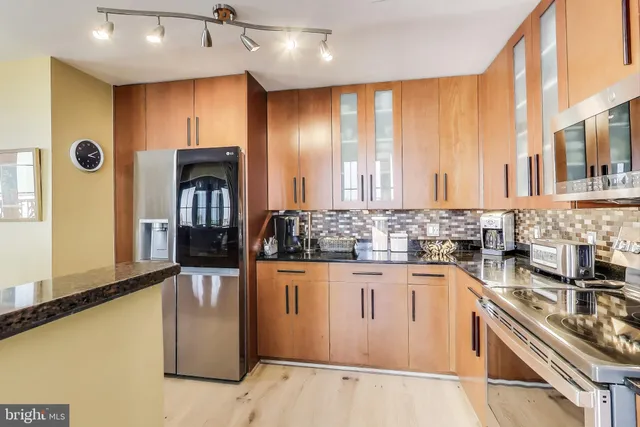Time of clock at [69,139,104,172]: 3:10
